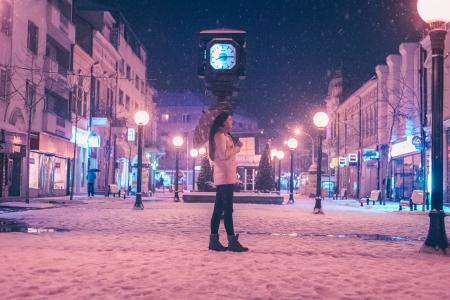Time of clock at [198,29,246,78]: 8:14
